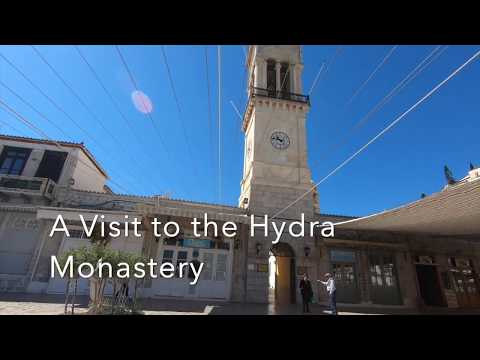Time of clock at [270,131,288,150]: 10:47
